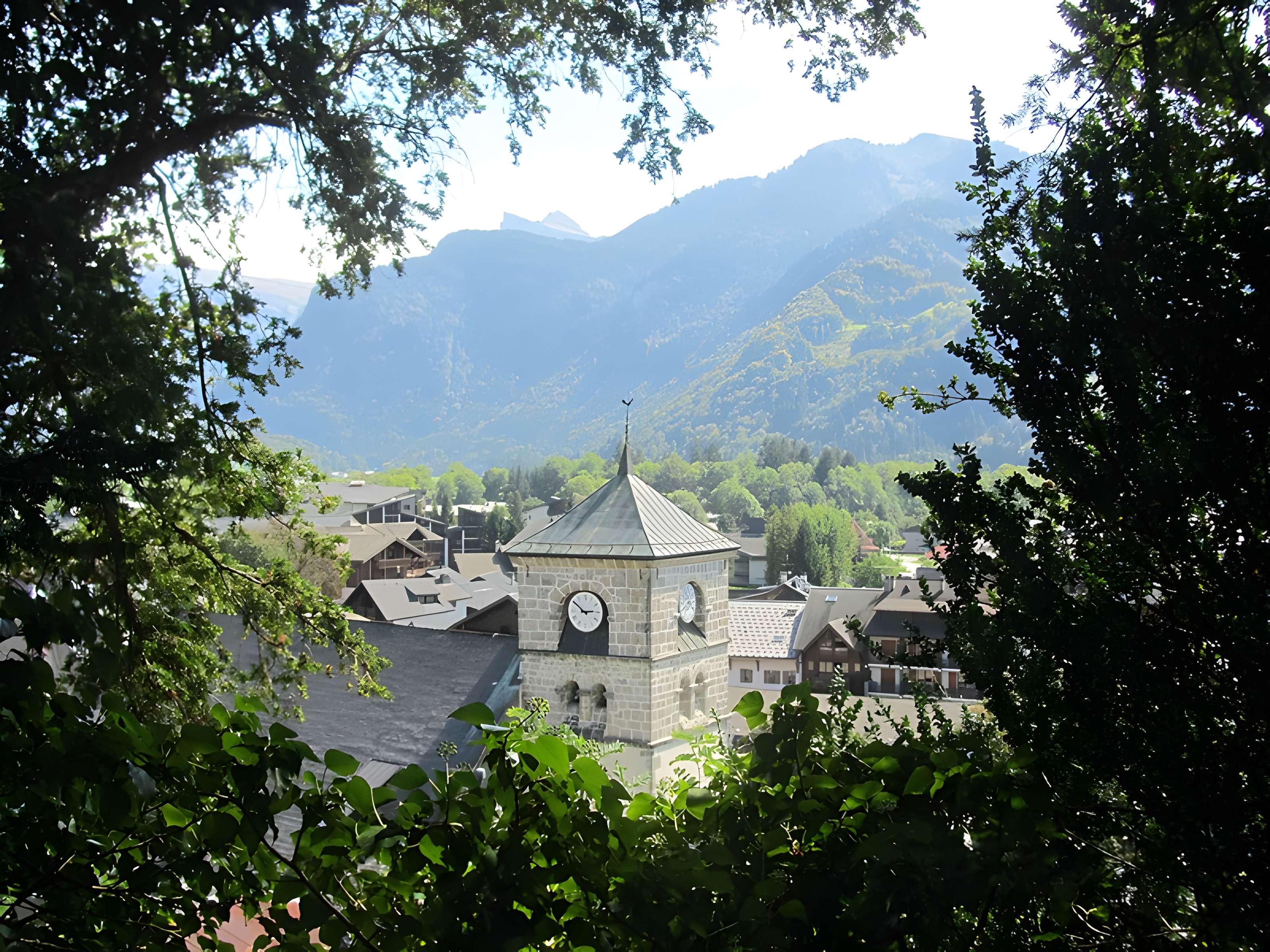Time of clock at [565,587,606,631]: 2:51
